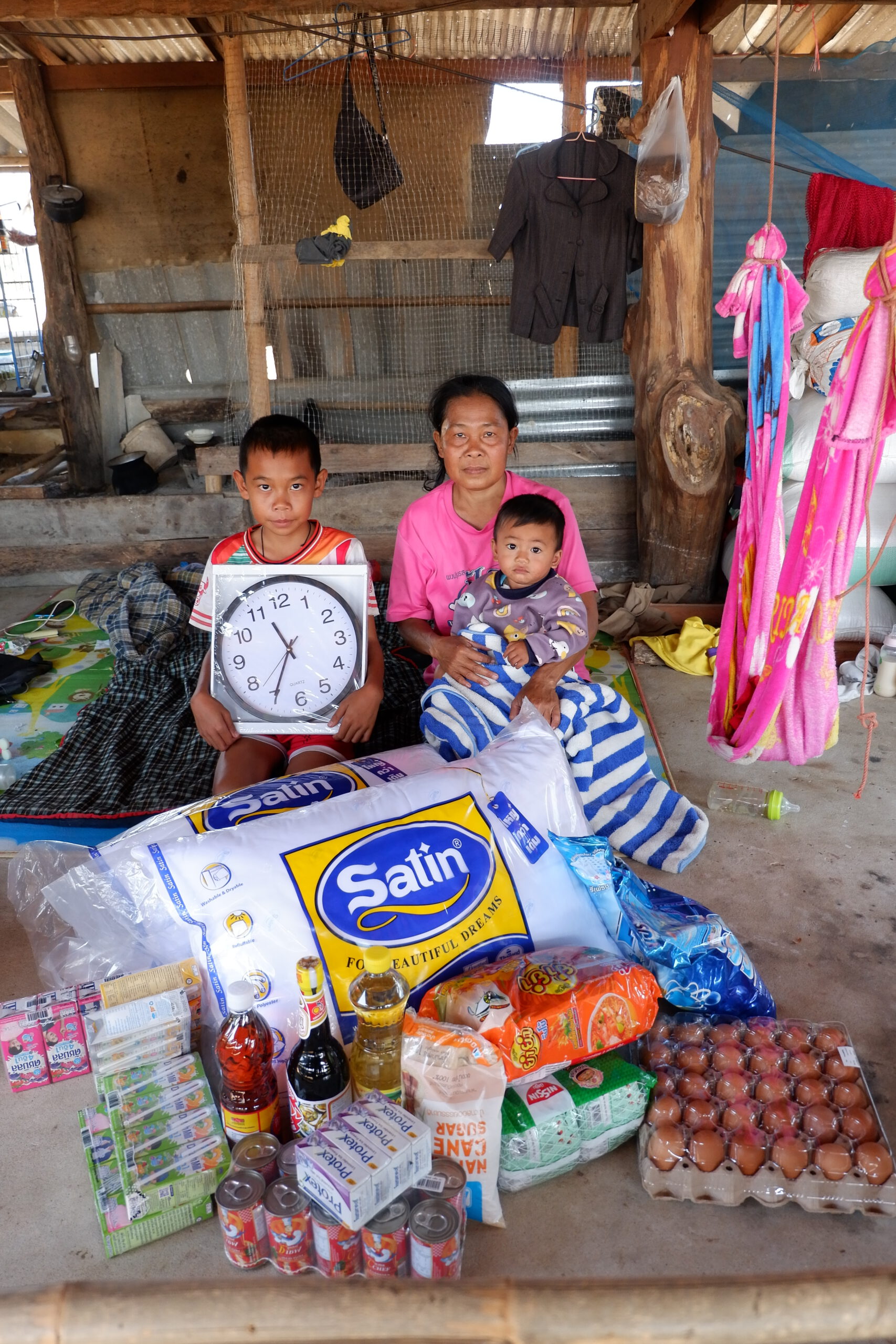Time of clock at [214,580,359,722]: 11:35
